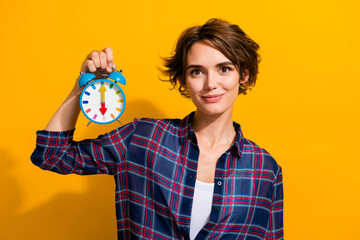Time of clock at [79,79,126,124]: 6:00
